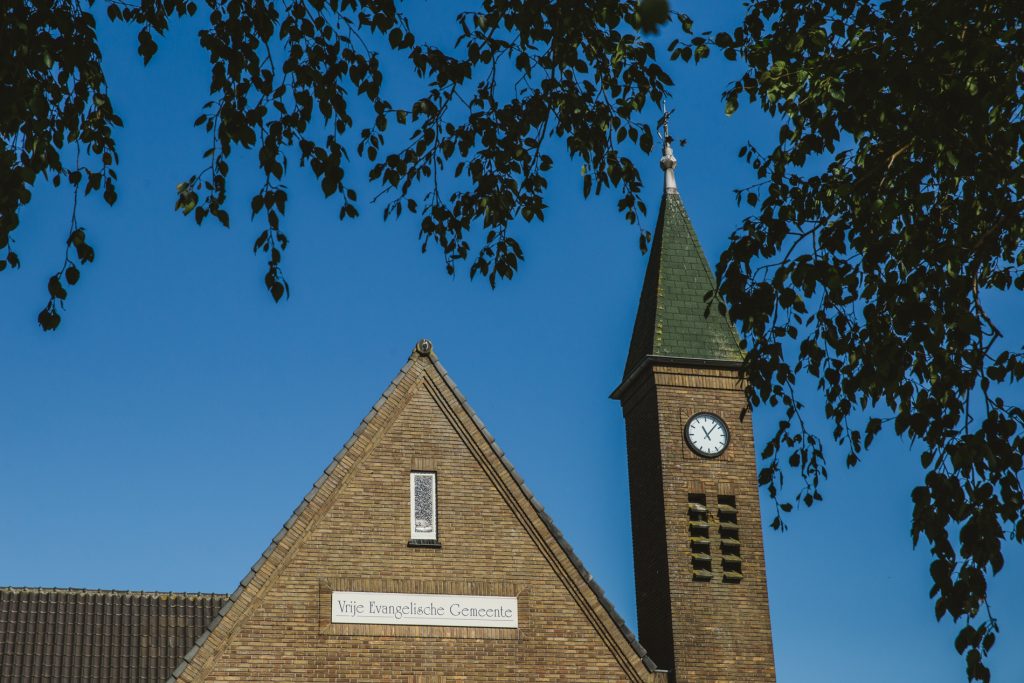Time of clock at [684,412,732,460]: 11:07
